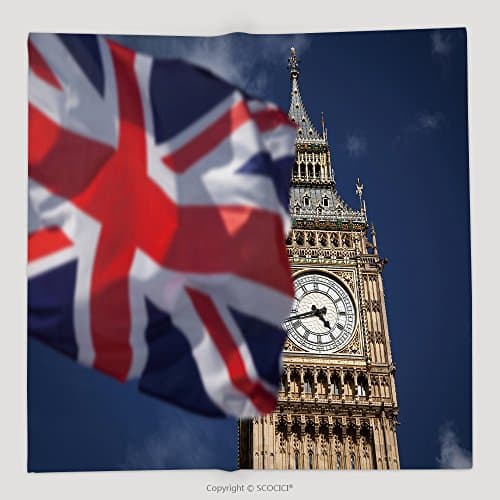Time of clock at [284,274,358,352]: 4:42
